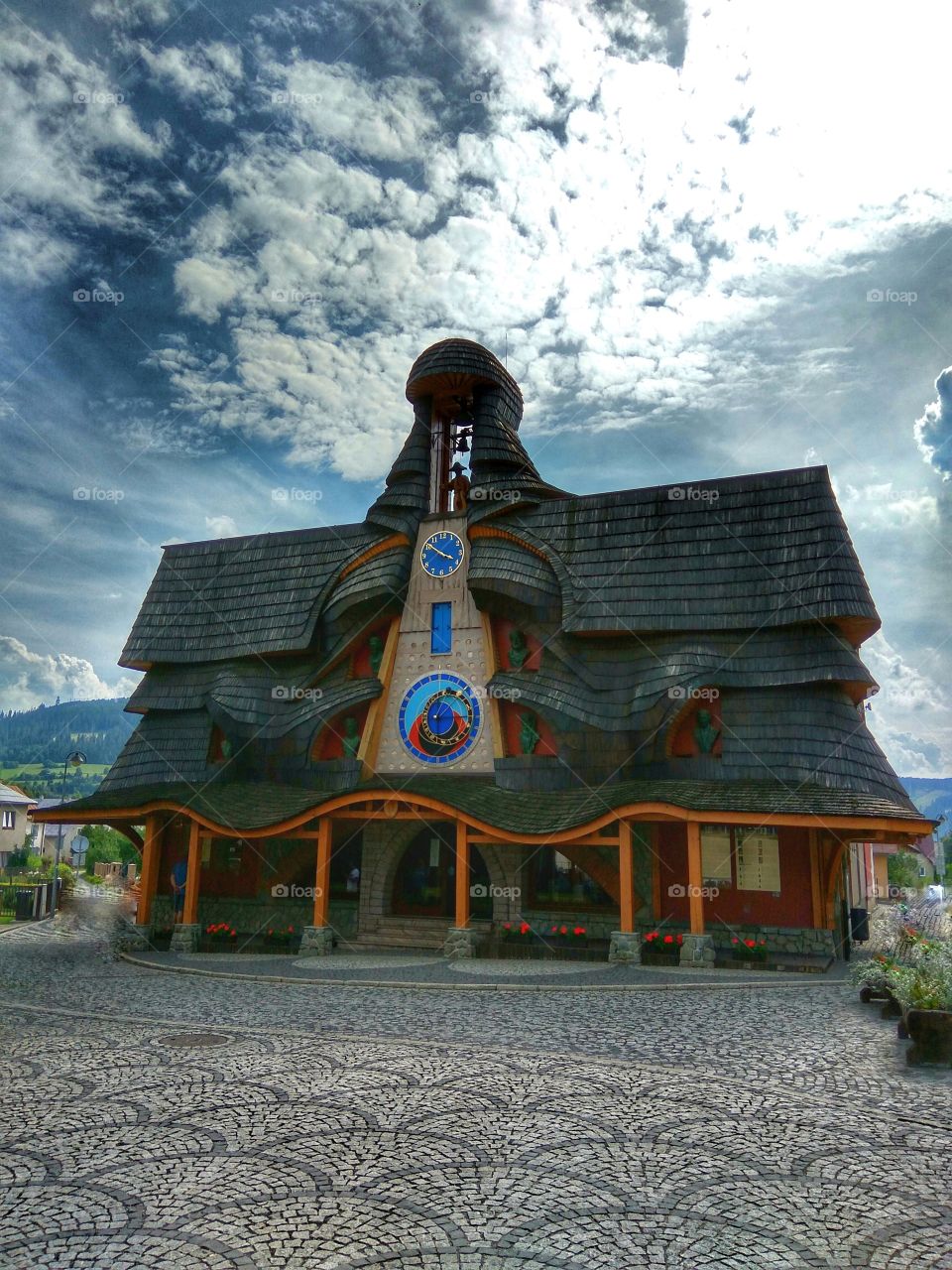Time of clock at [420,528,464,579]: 3:50
